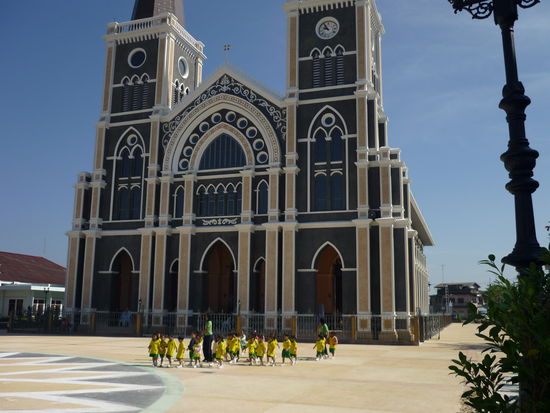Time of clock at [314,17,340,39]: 9:54
